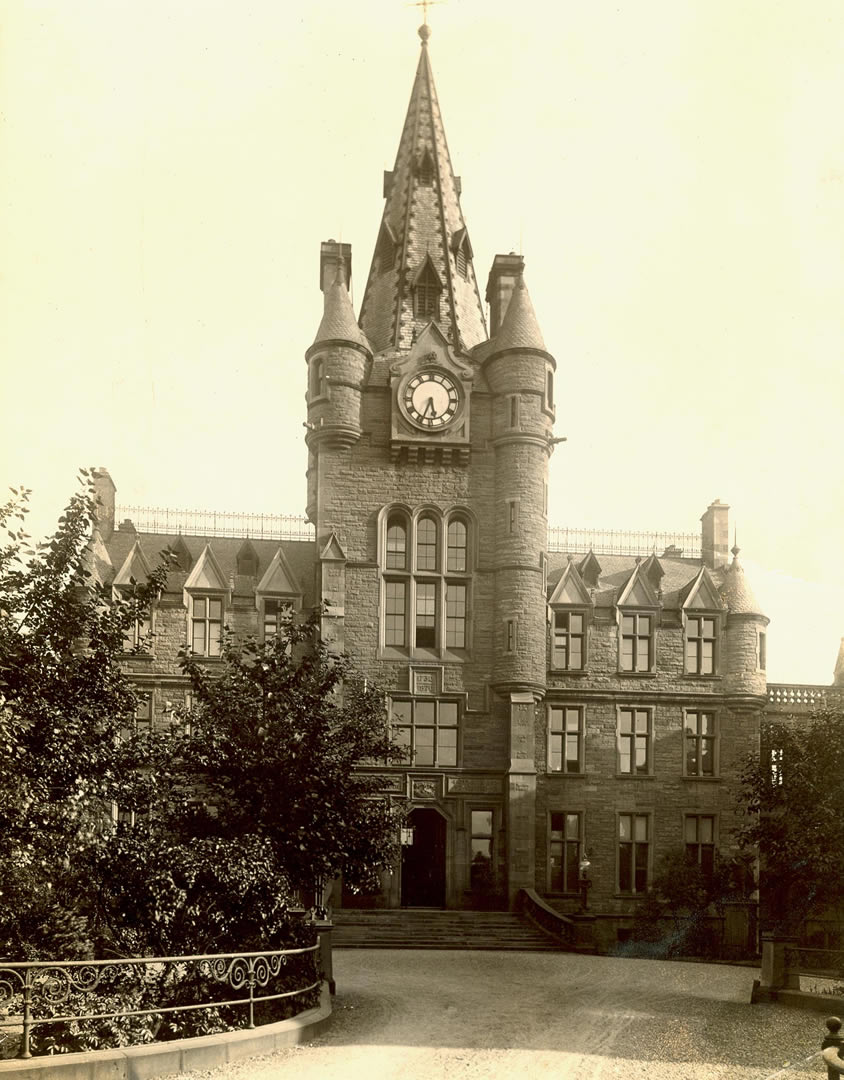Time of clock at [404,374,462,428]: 5:33
